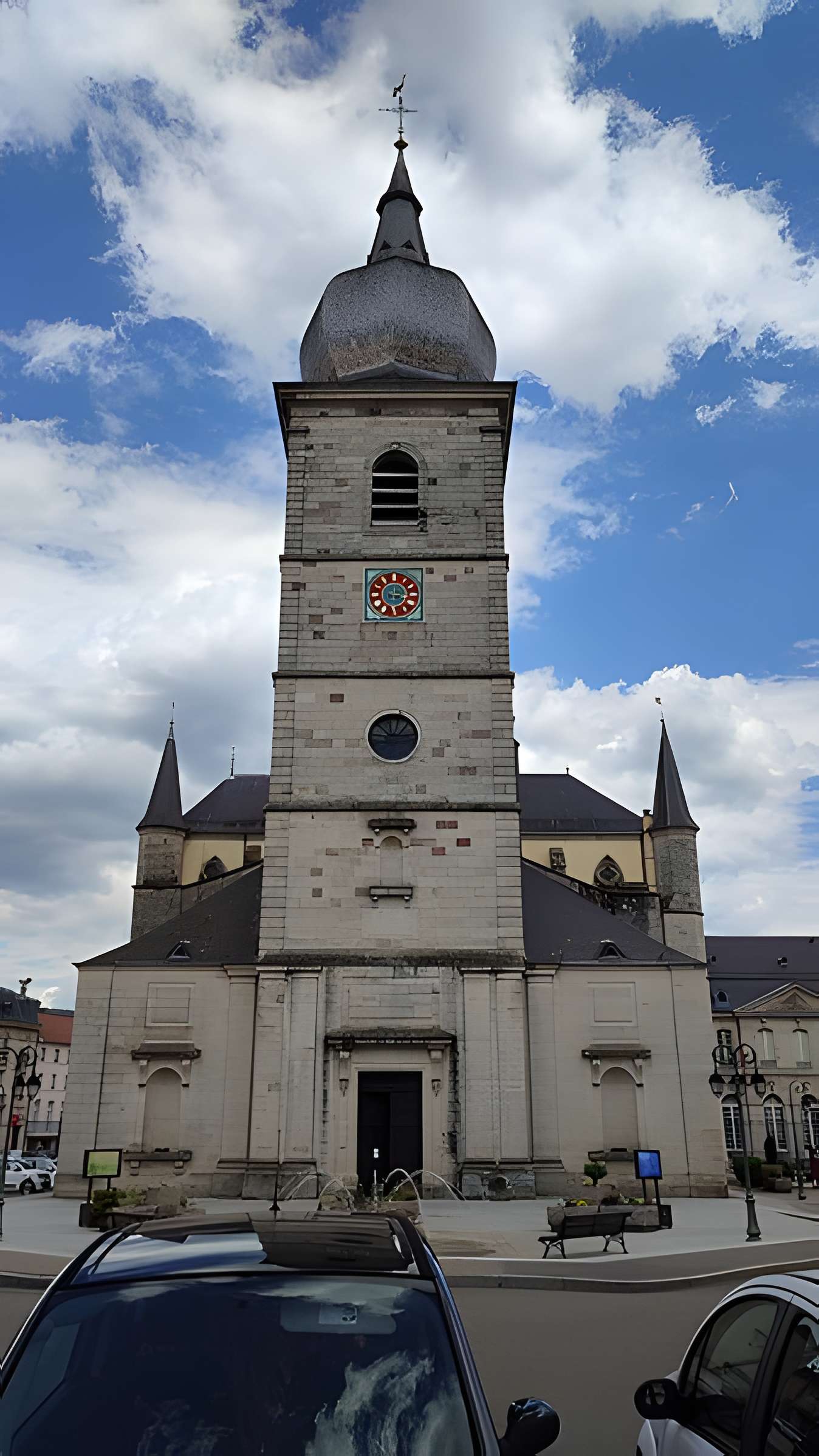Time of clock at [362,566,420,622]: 3:29
